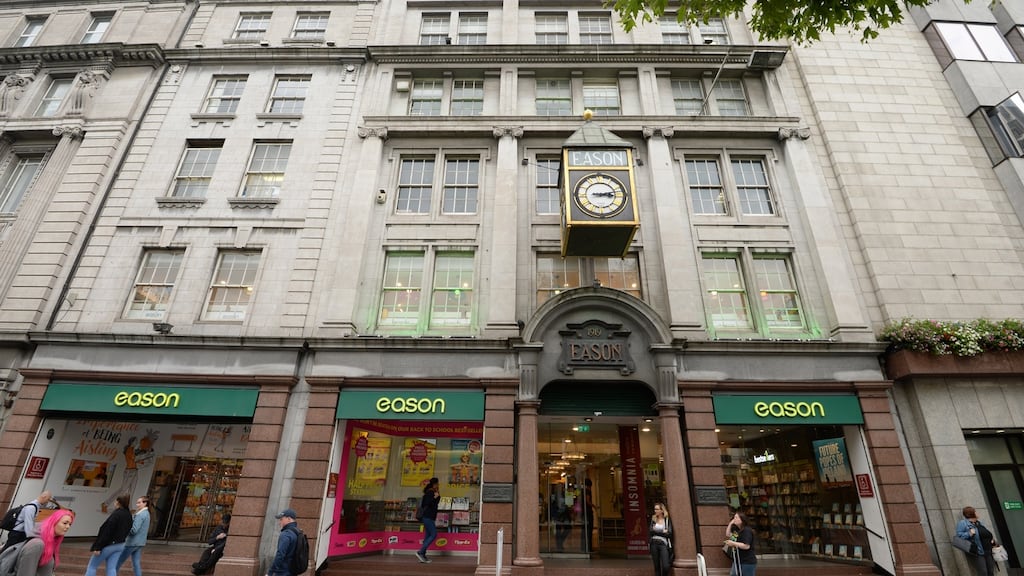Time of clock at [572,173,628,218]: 3:12
